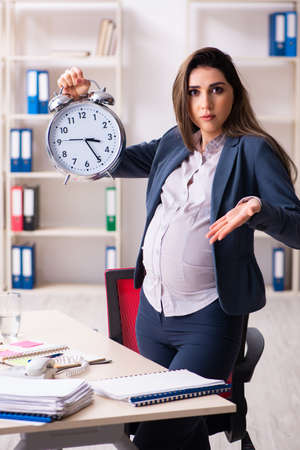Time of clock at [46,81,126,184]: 3:24
